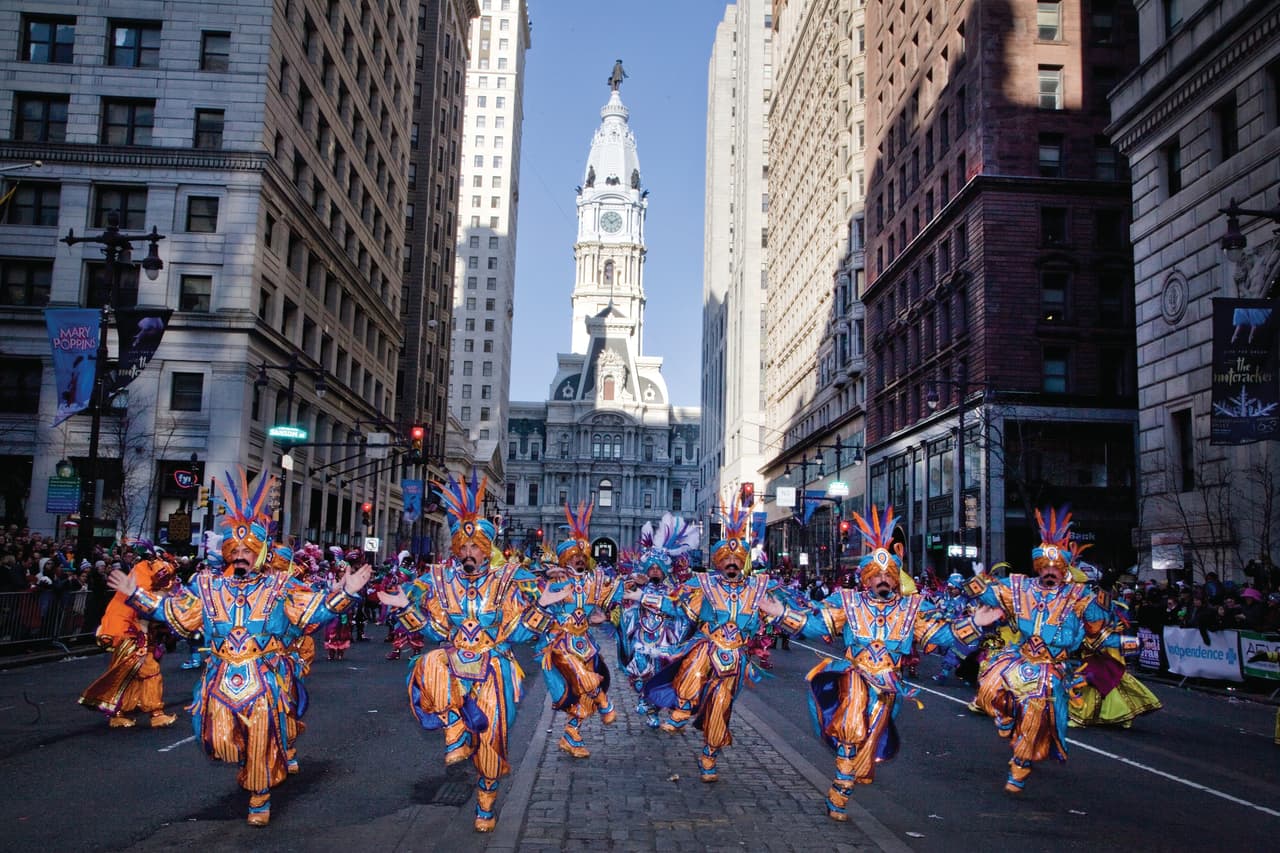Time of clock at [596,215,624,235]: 1:52
